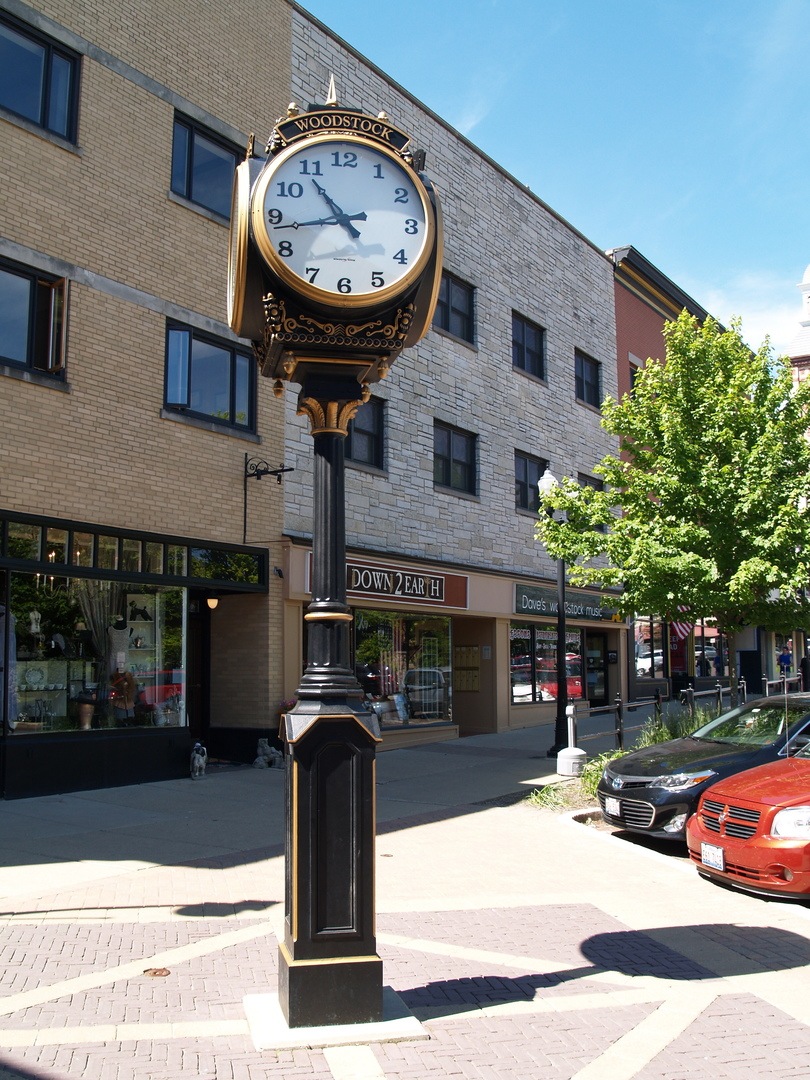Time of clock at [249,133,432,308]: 10:43
